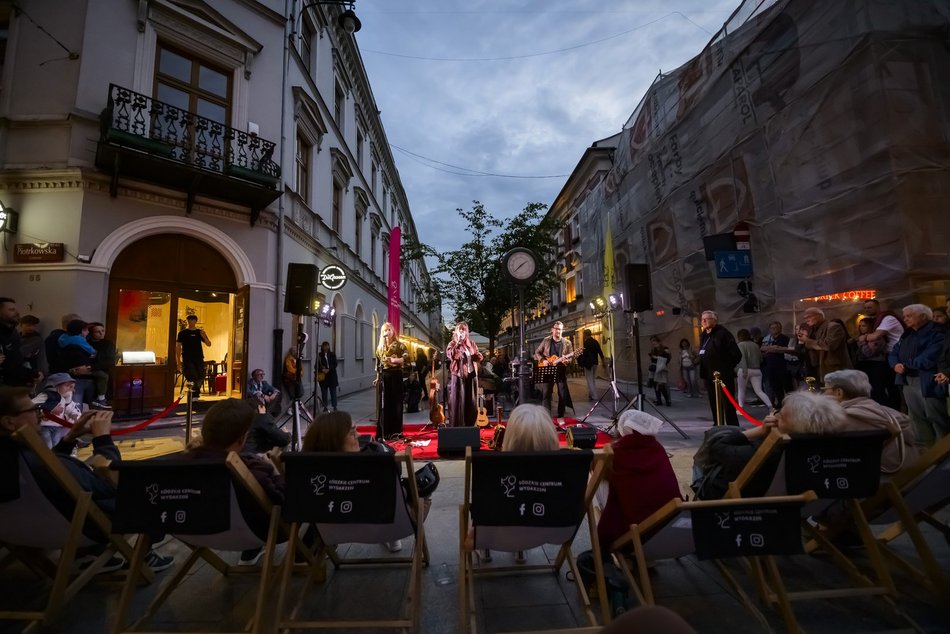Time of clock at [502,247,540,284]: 1:37
